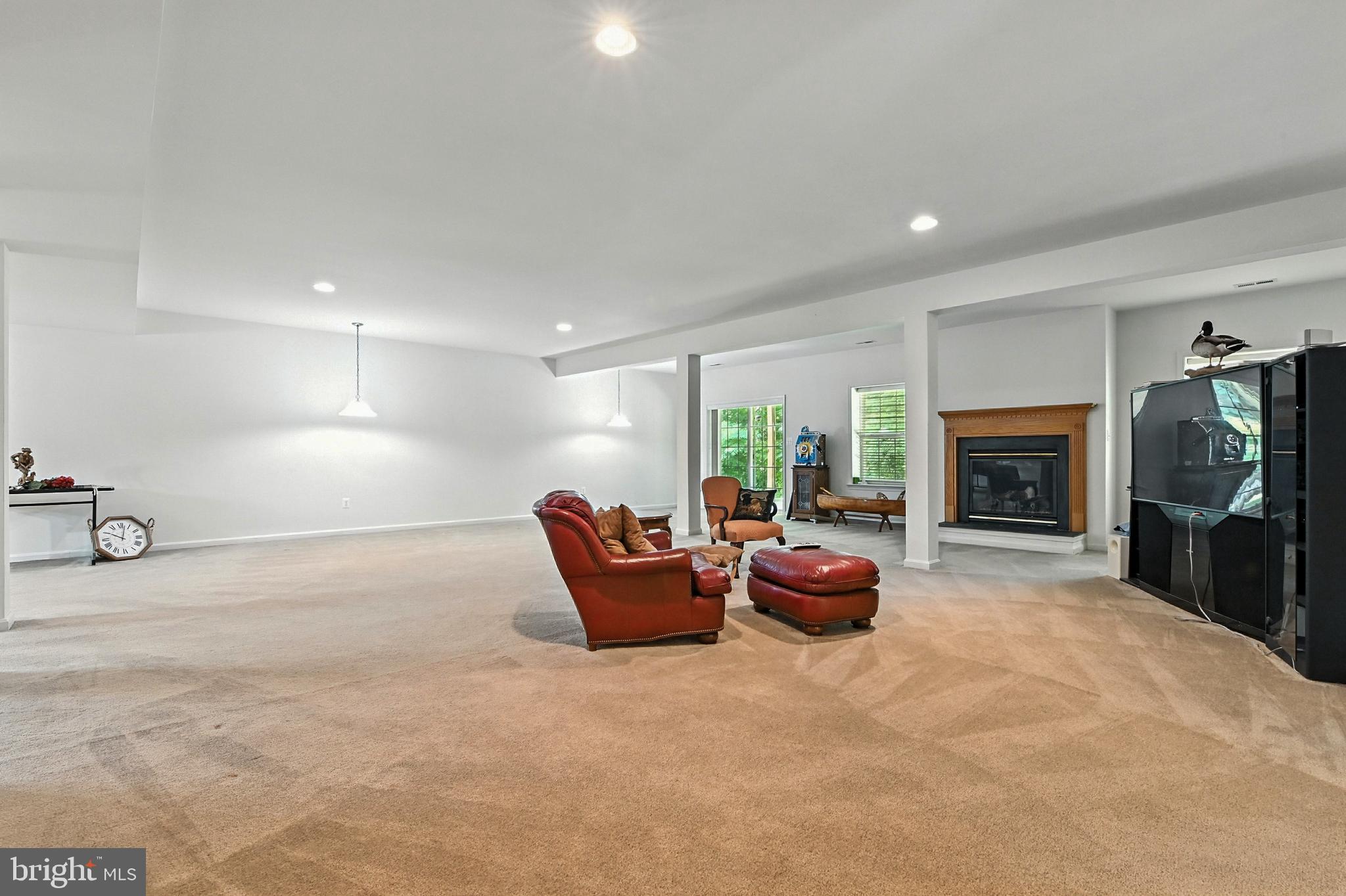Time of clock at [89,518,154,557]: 10:02
